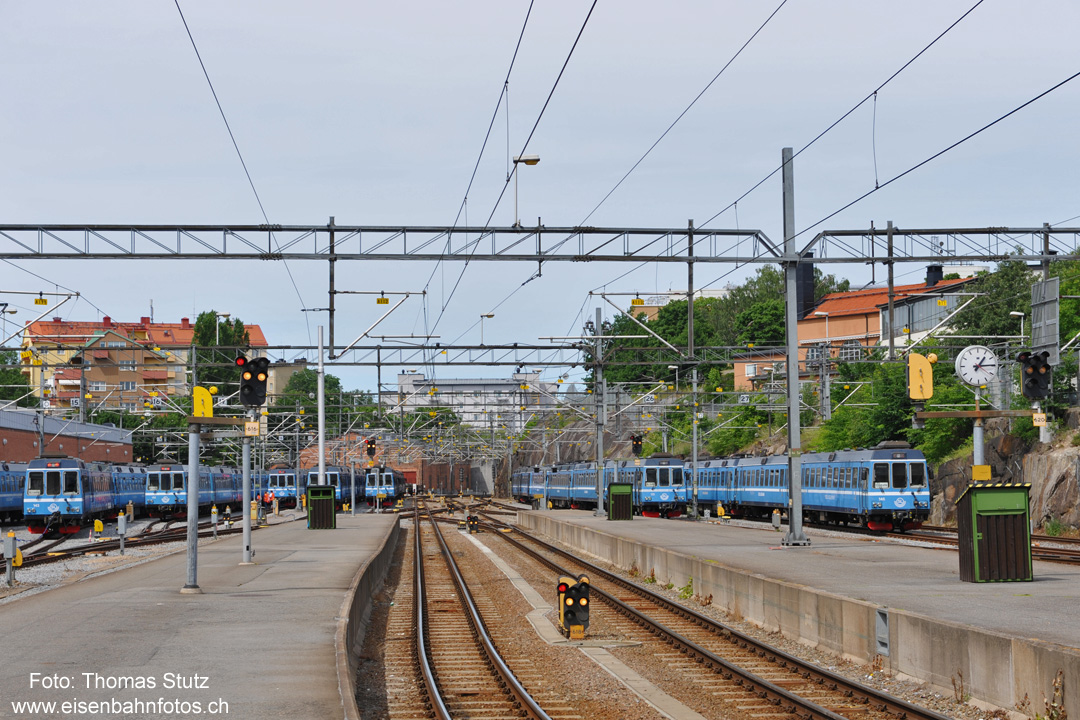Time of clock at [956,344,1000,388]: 1:14
